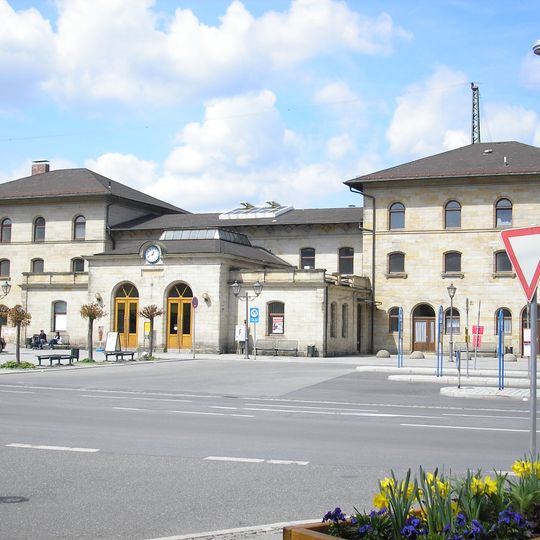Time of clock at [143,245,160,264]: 12:41
